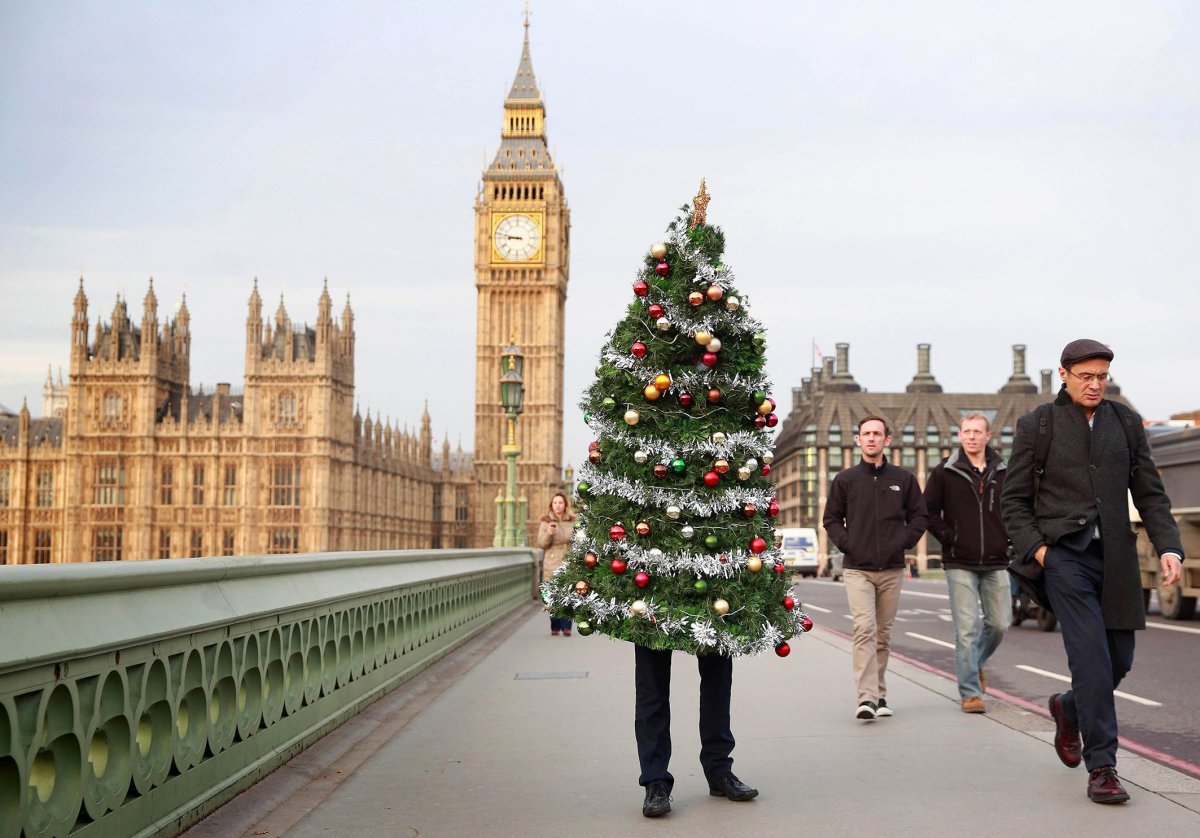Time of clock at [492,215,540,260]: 8:47
